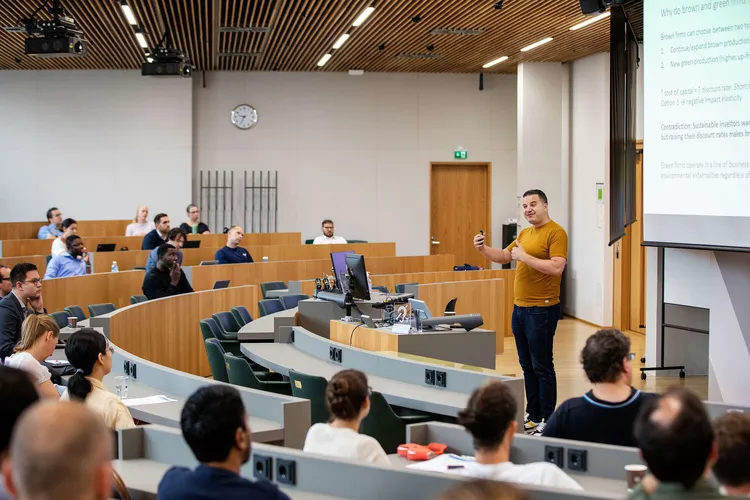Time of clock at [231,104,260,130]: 9:34
